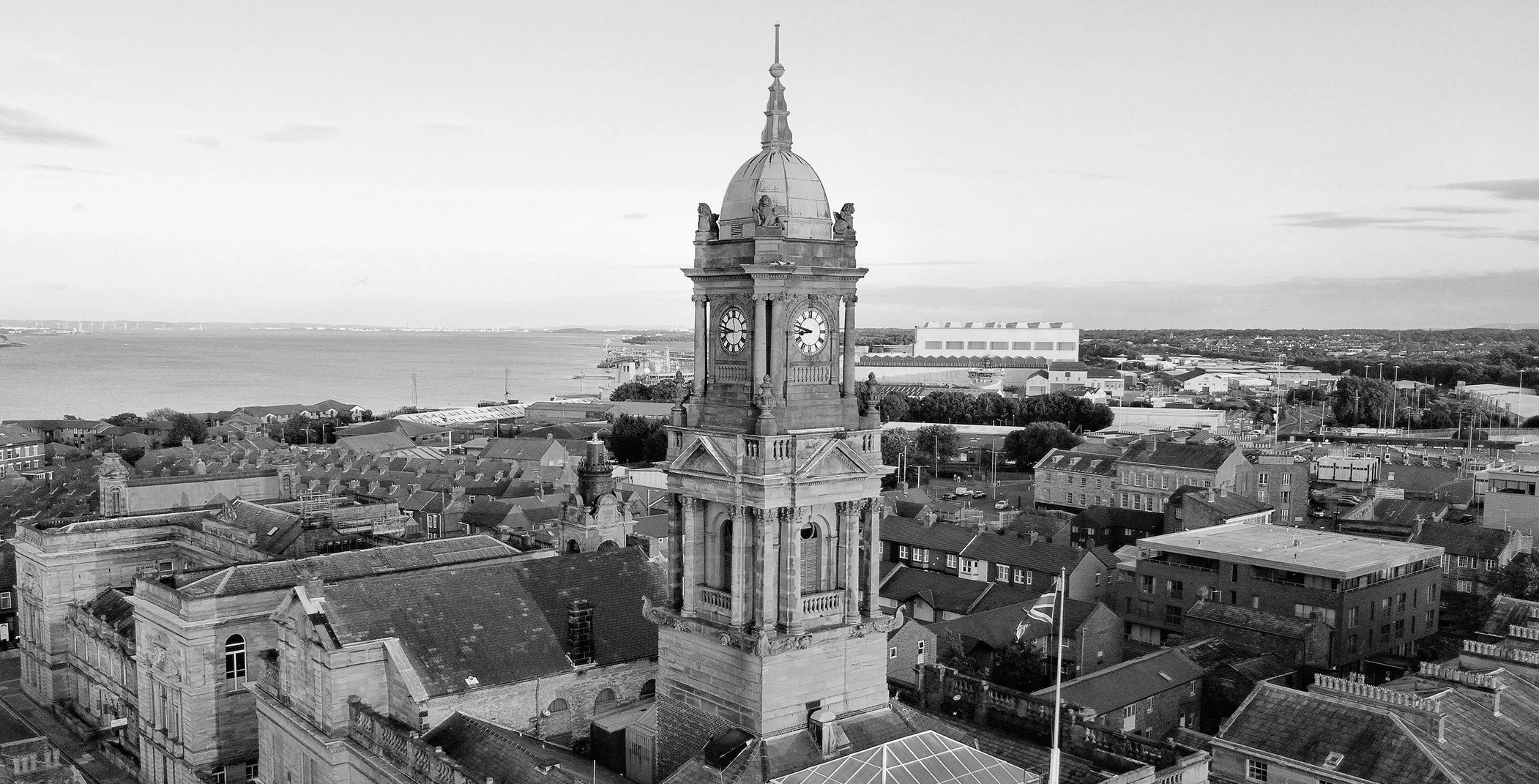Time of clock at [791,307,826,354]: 8:47
